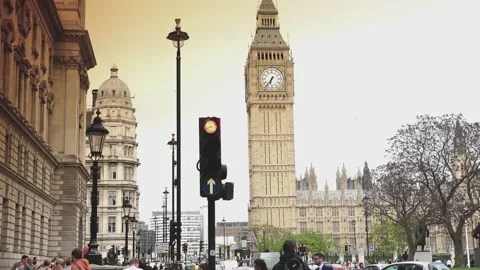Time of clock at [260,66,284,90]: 6:36
